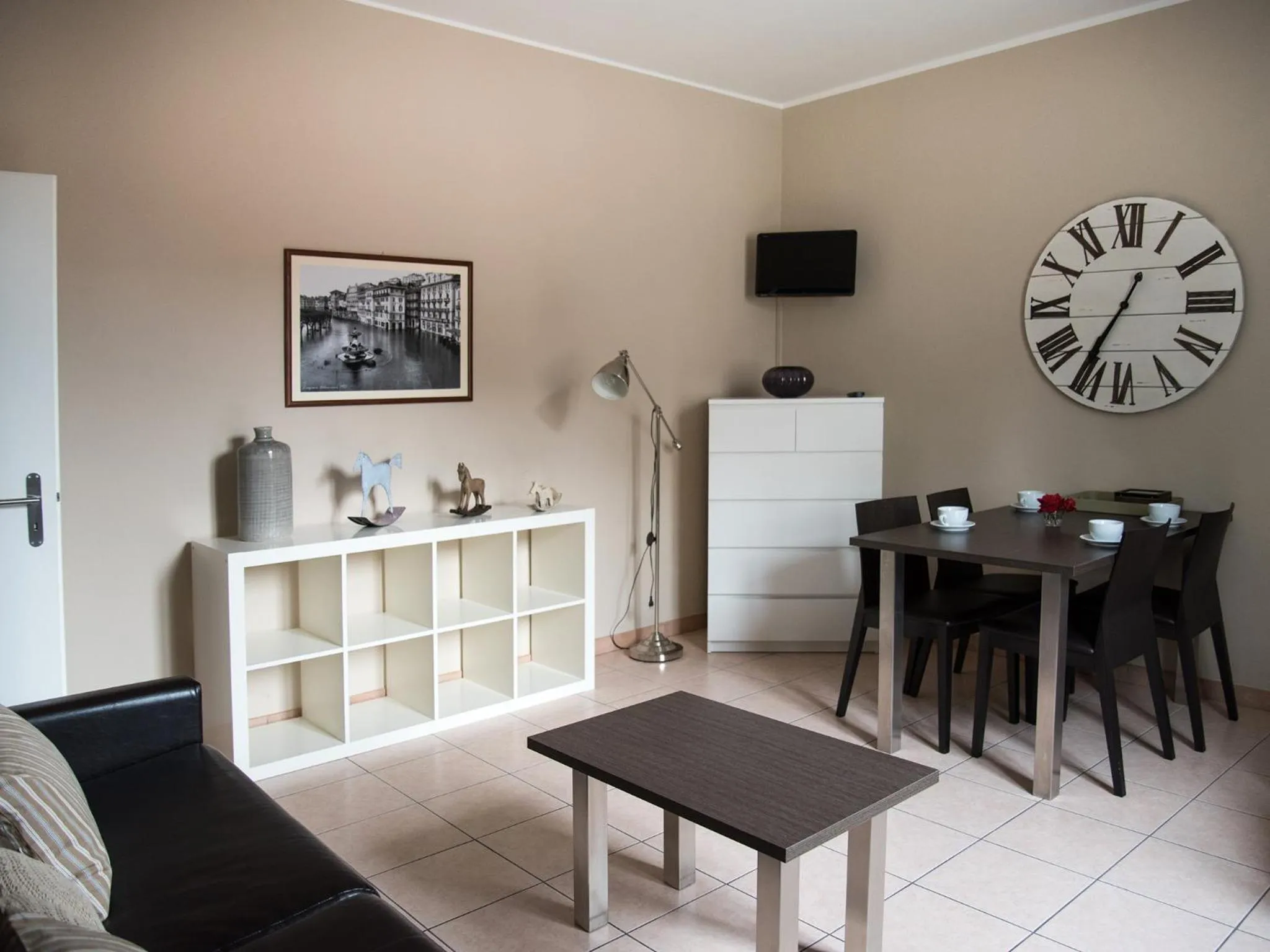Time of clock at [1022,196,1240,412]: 12:35
